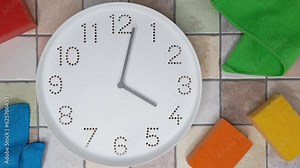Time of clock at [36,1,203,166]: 4:02
